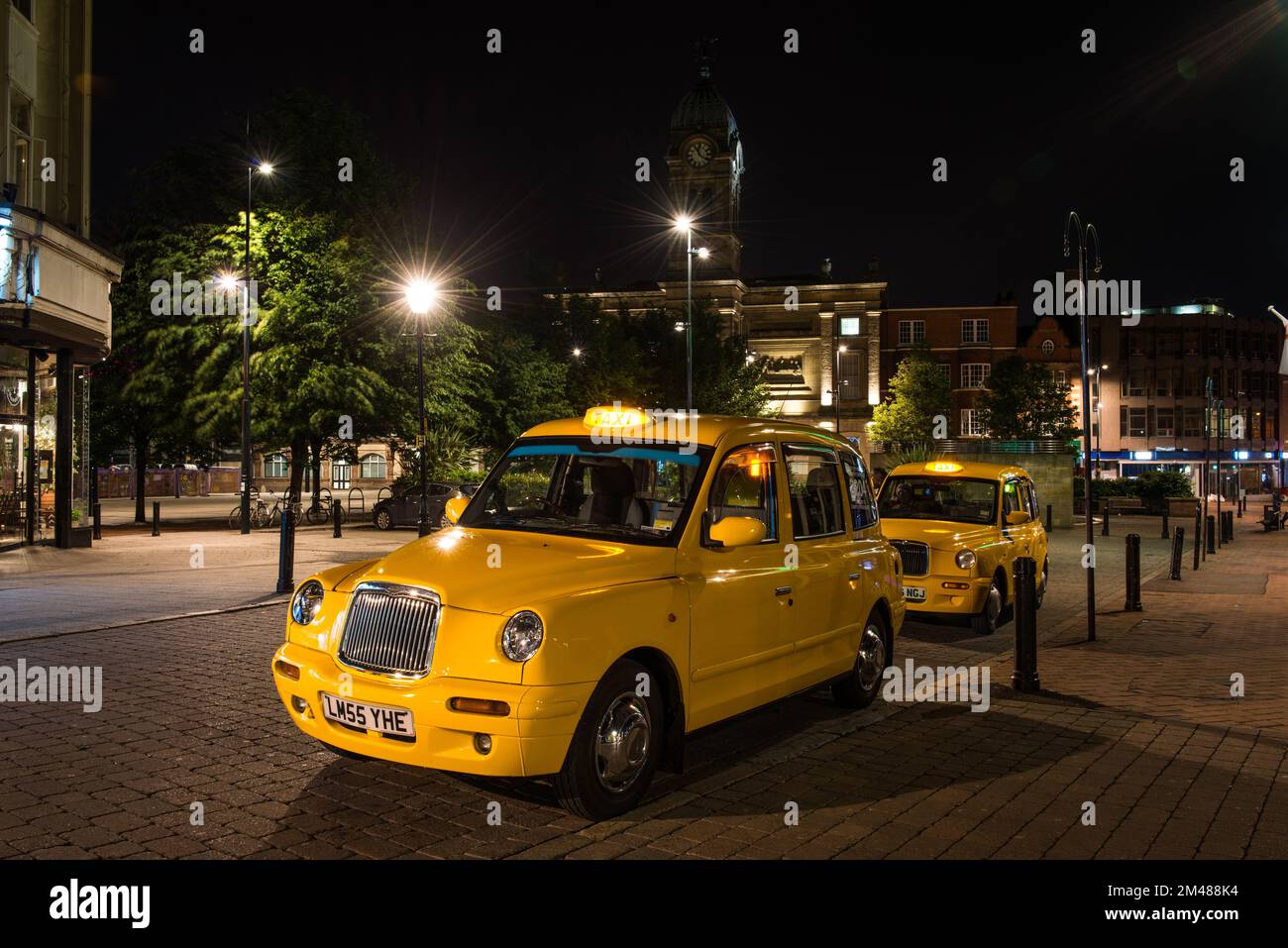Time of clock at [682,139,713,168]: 11:21
